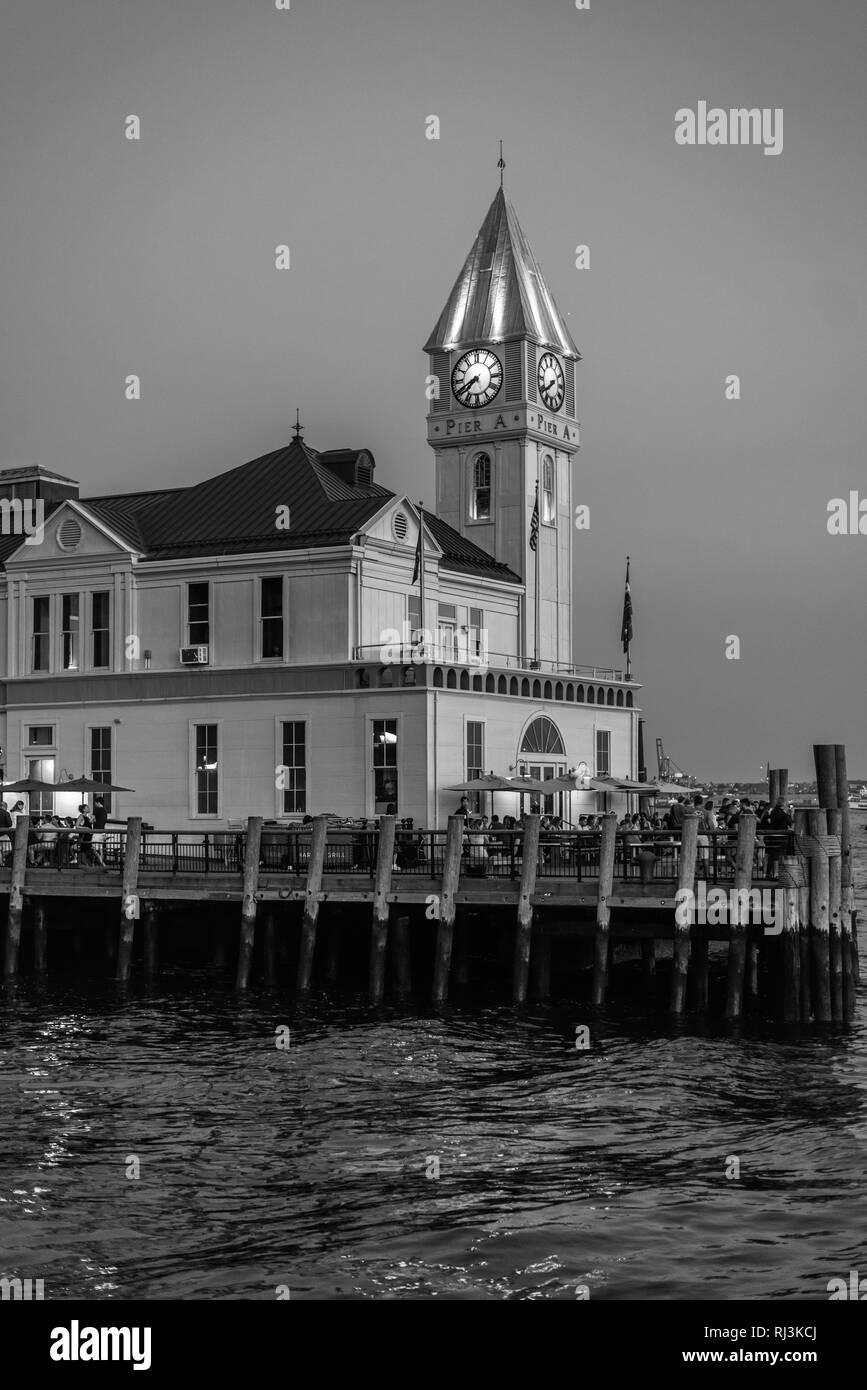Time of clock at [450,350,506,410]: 7:40
